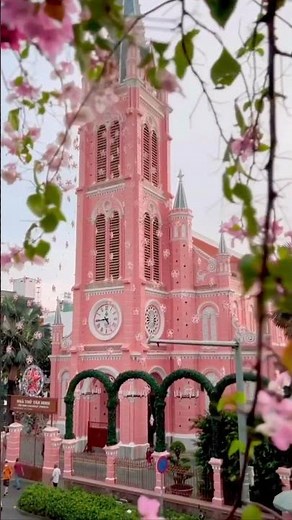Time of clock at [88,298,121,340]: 4:44
